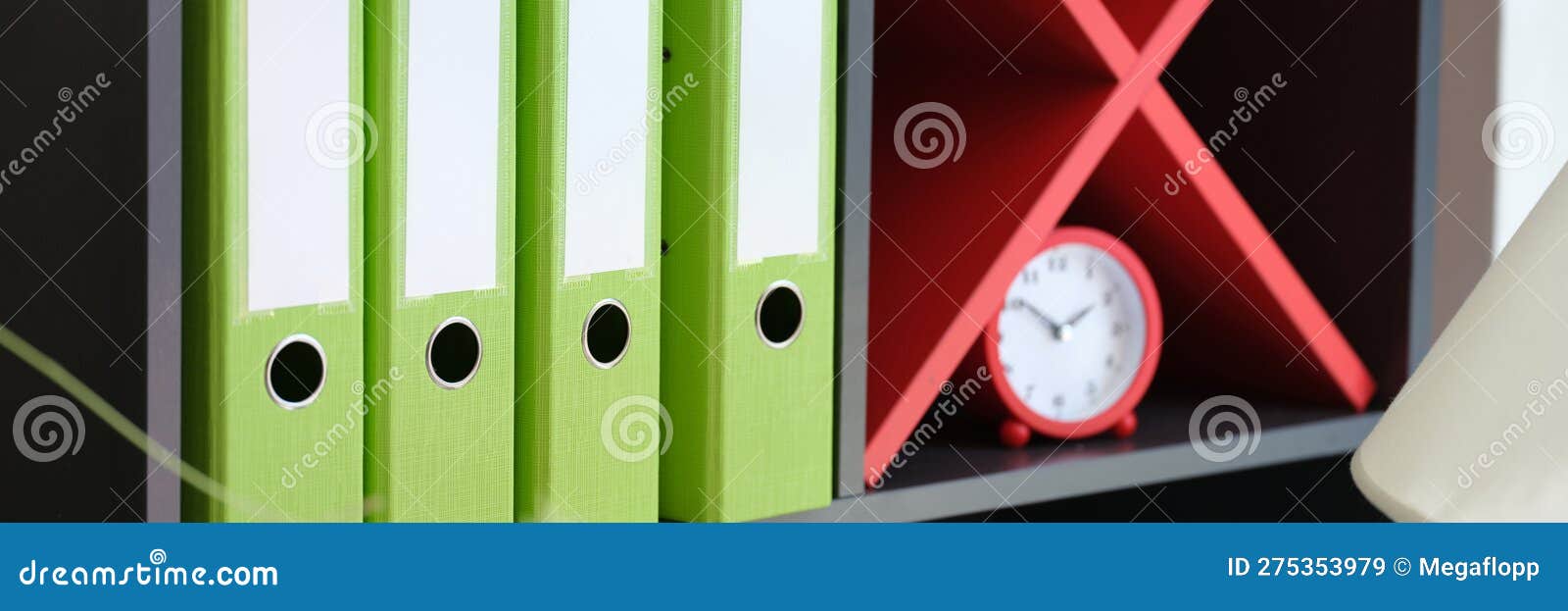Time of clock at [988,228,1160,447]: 1:51
